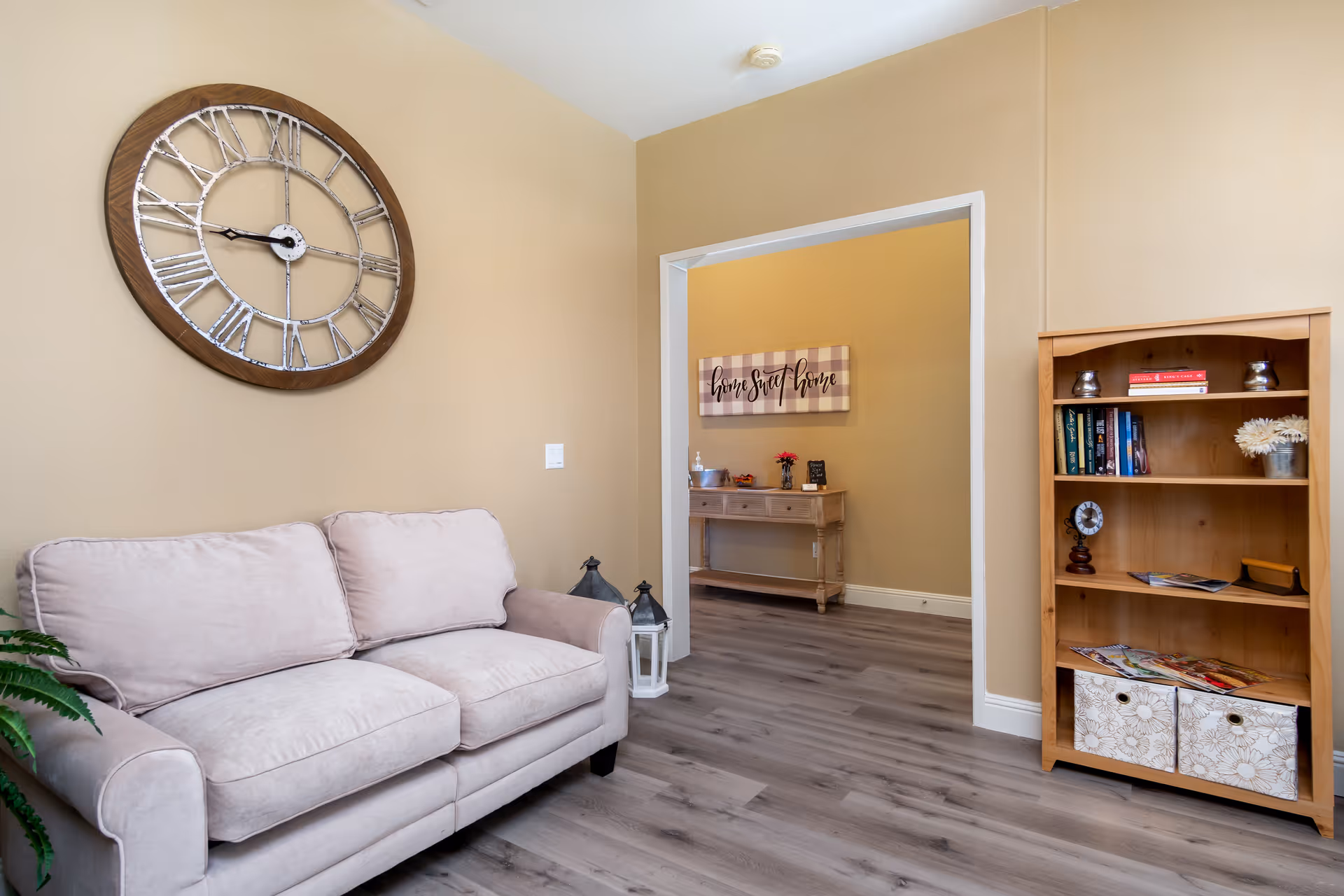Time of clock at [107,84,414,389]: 8:44
